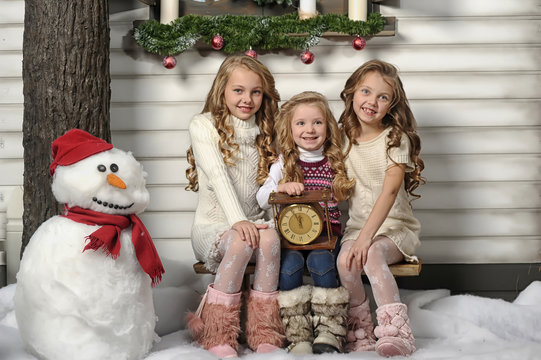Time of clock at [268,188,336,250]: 11:55
